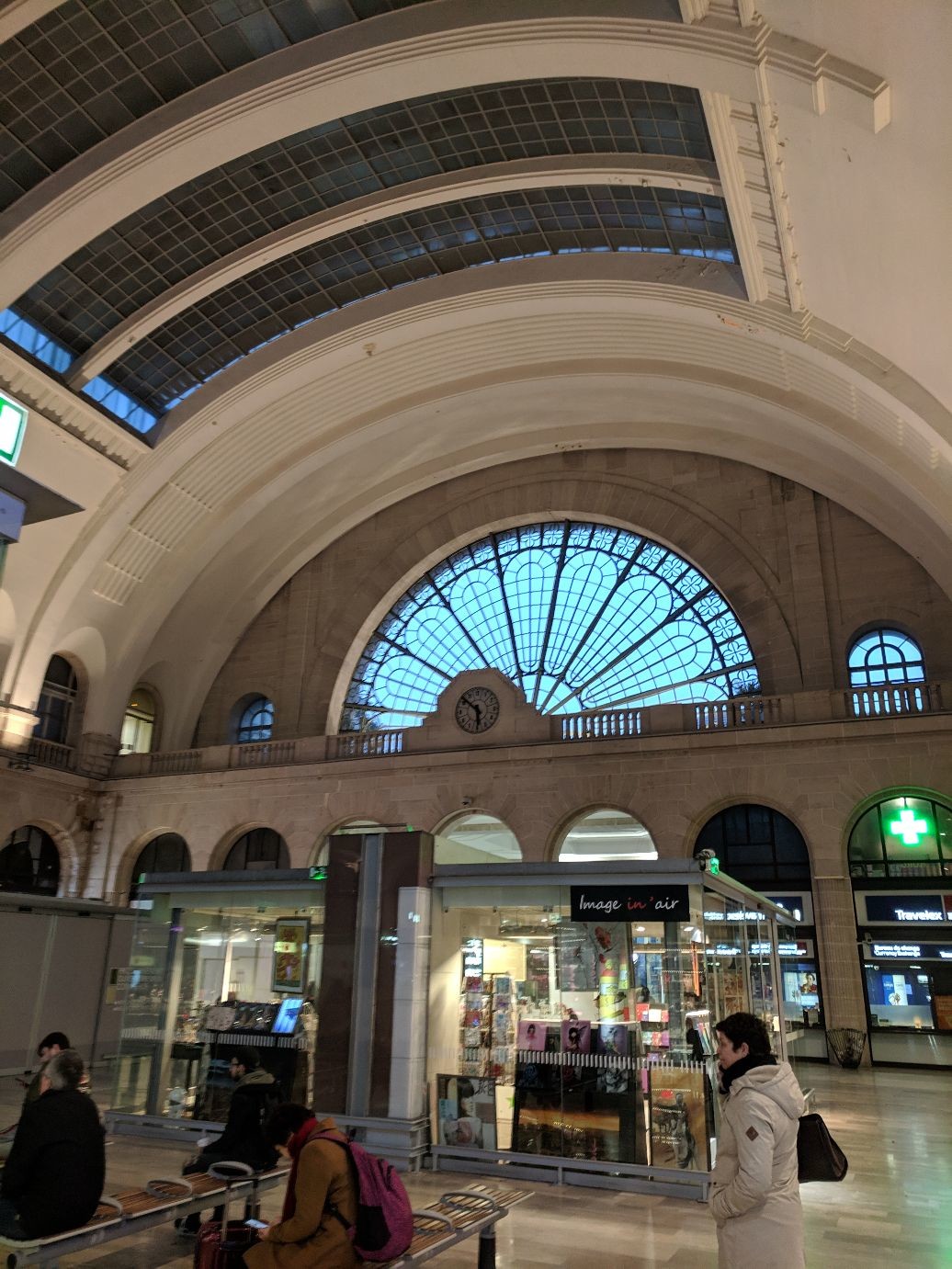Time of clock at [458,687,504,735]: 5:51
